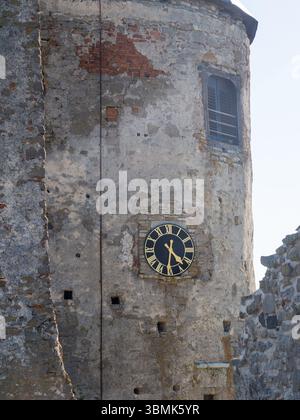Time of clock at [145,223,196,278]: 4:31
